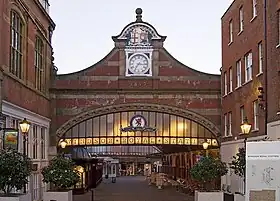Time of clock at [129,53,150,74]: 7:16
